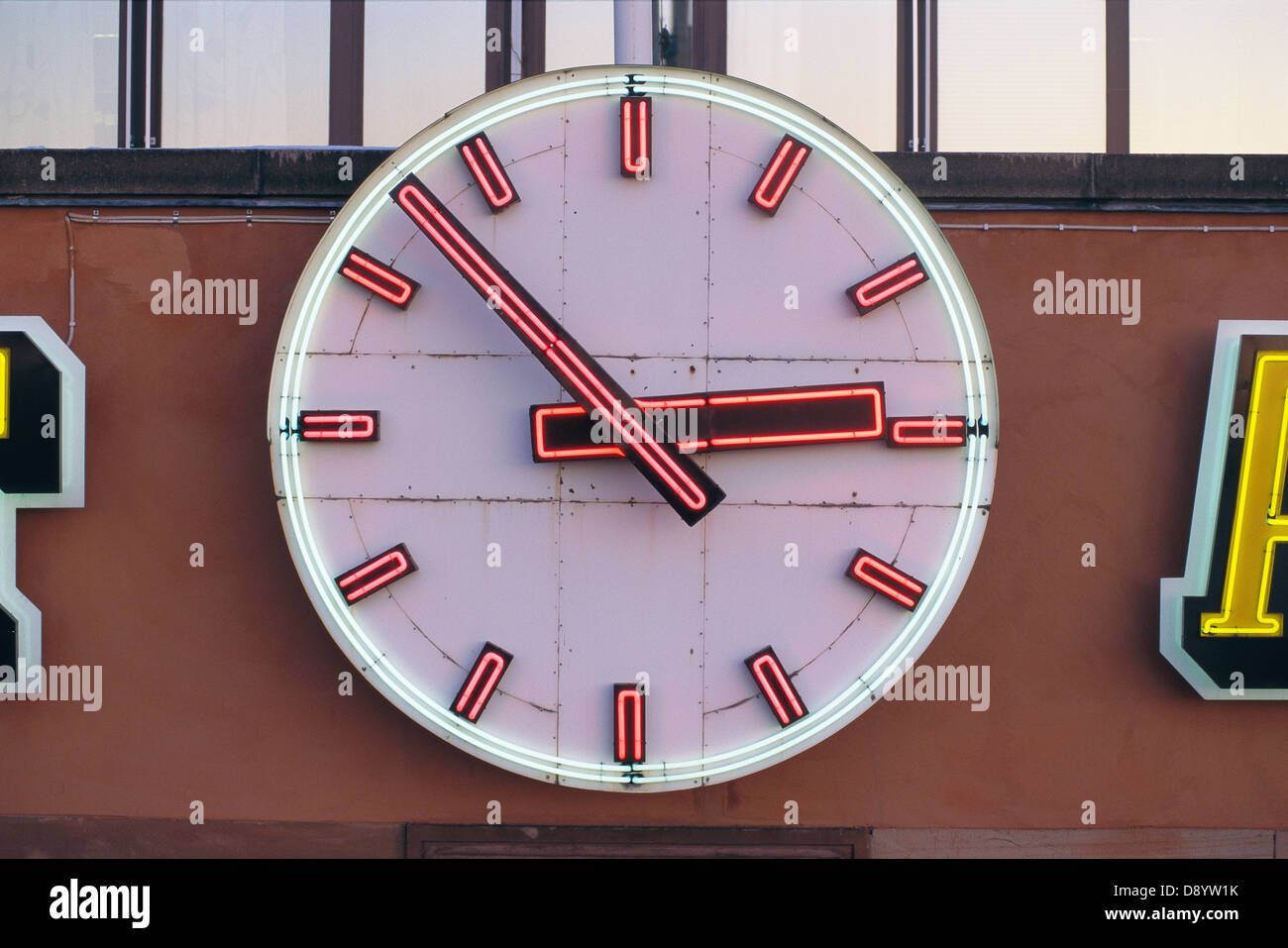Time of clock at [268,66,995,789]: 2:52
